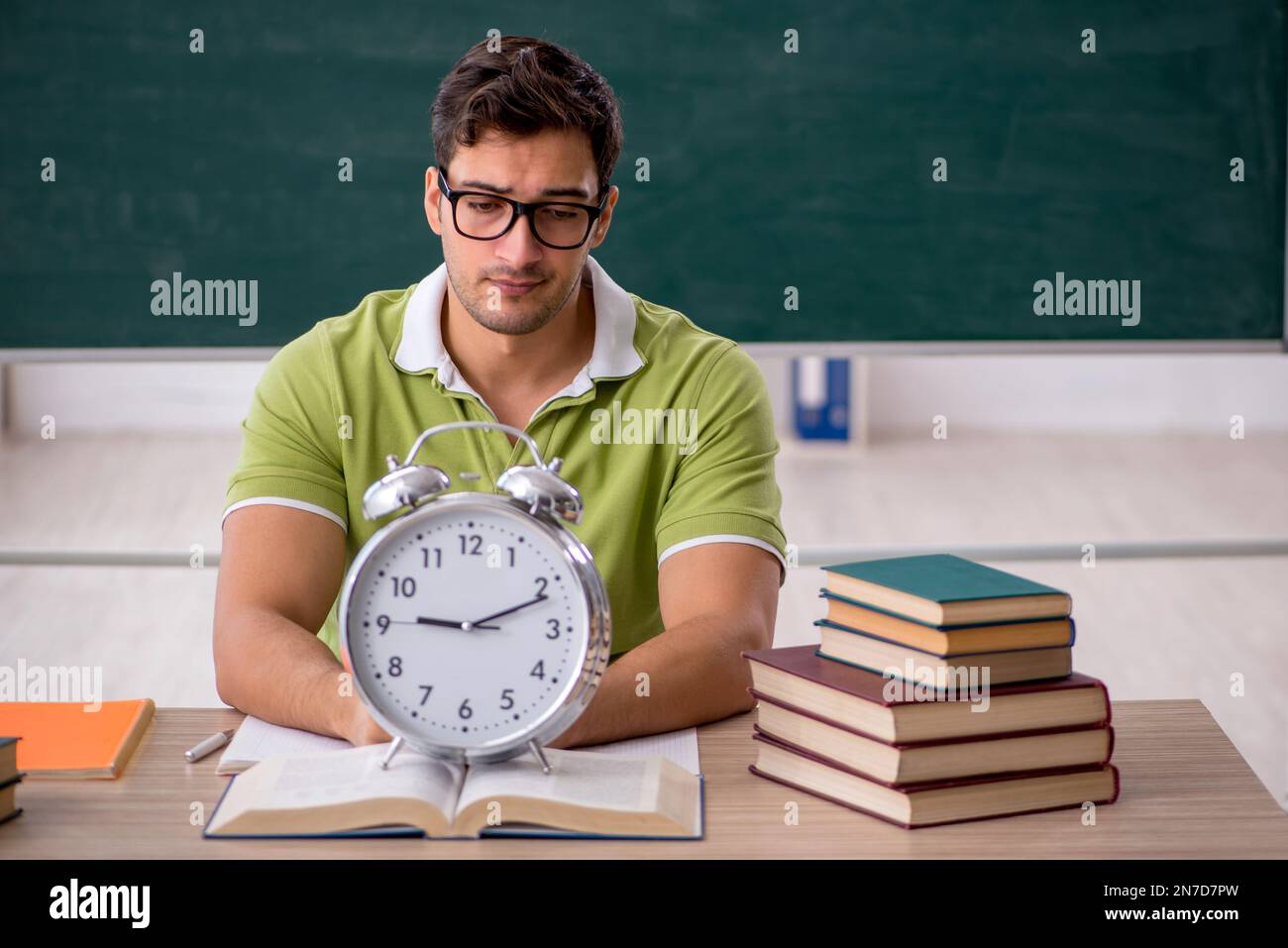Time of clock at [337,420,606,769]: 9:11
